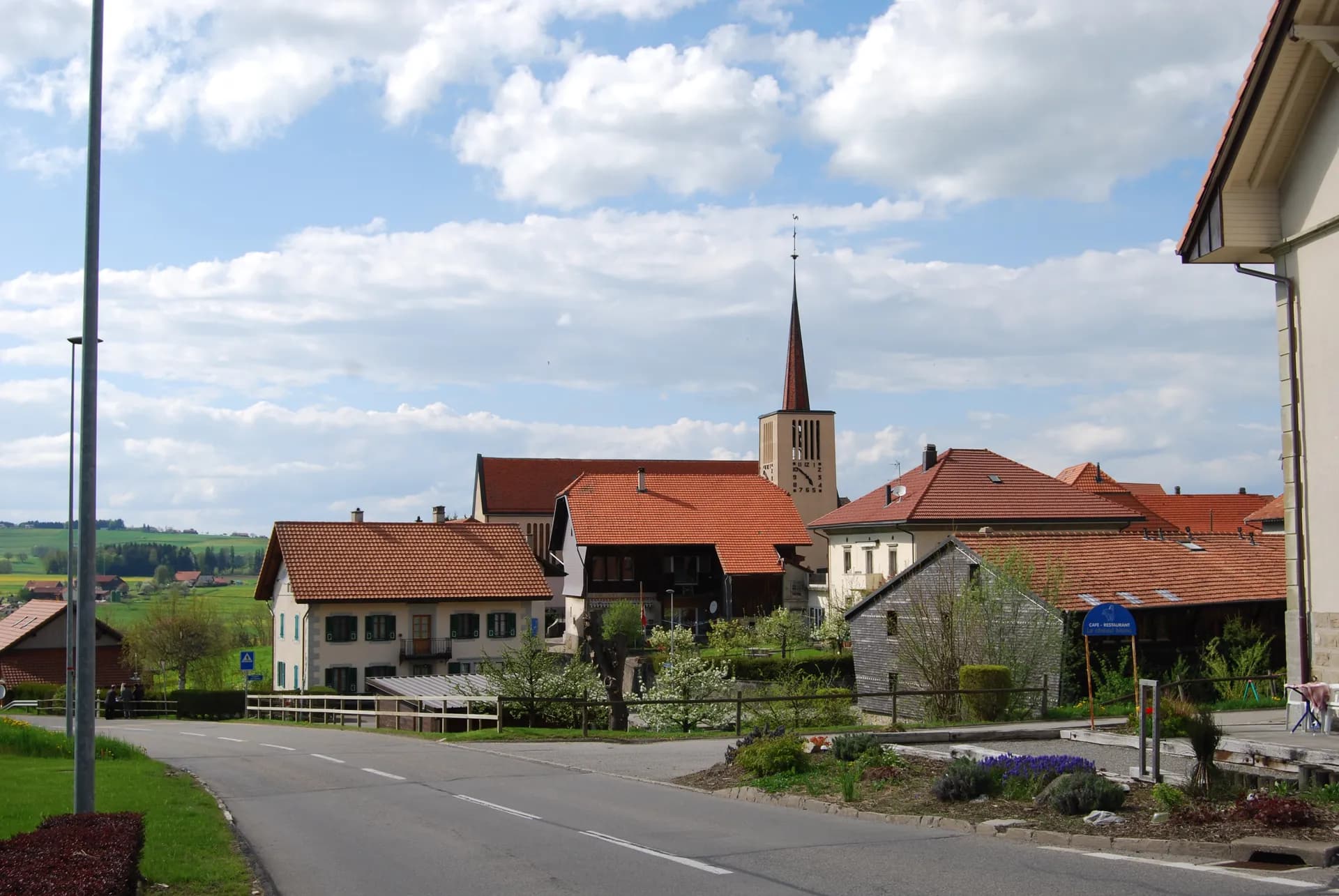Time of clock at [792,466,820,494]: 4:51
